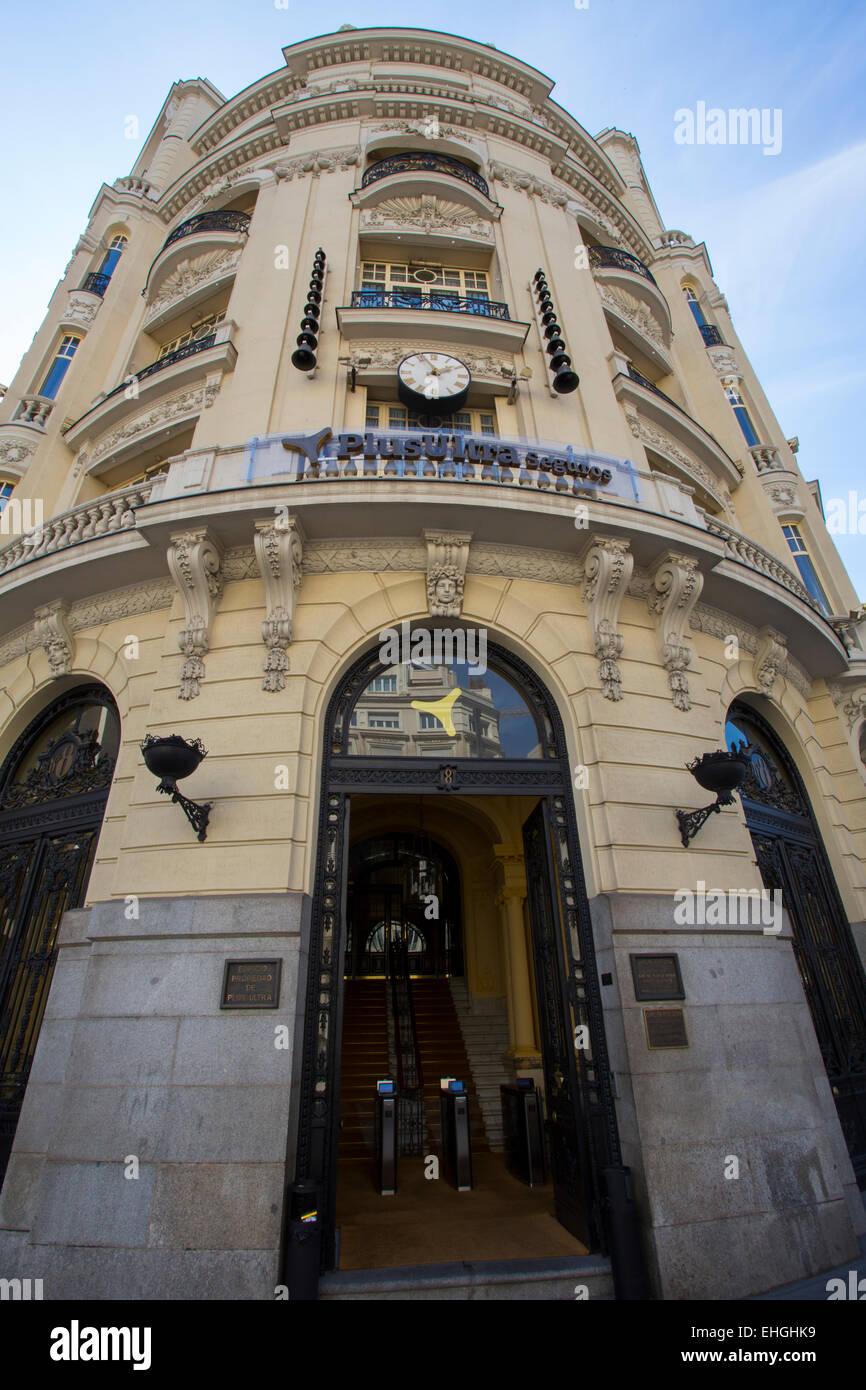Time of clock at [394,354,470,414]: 1:56
